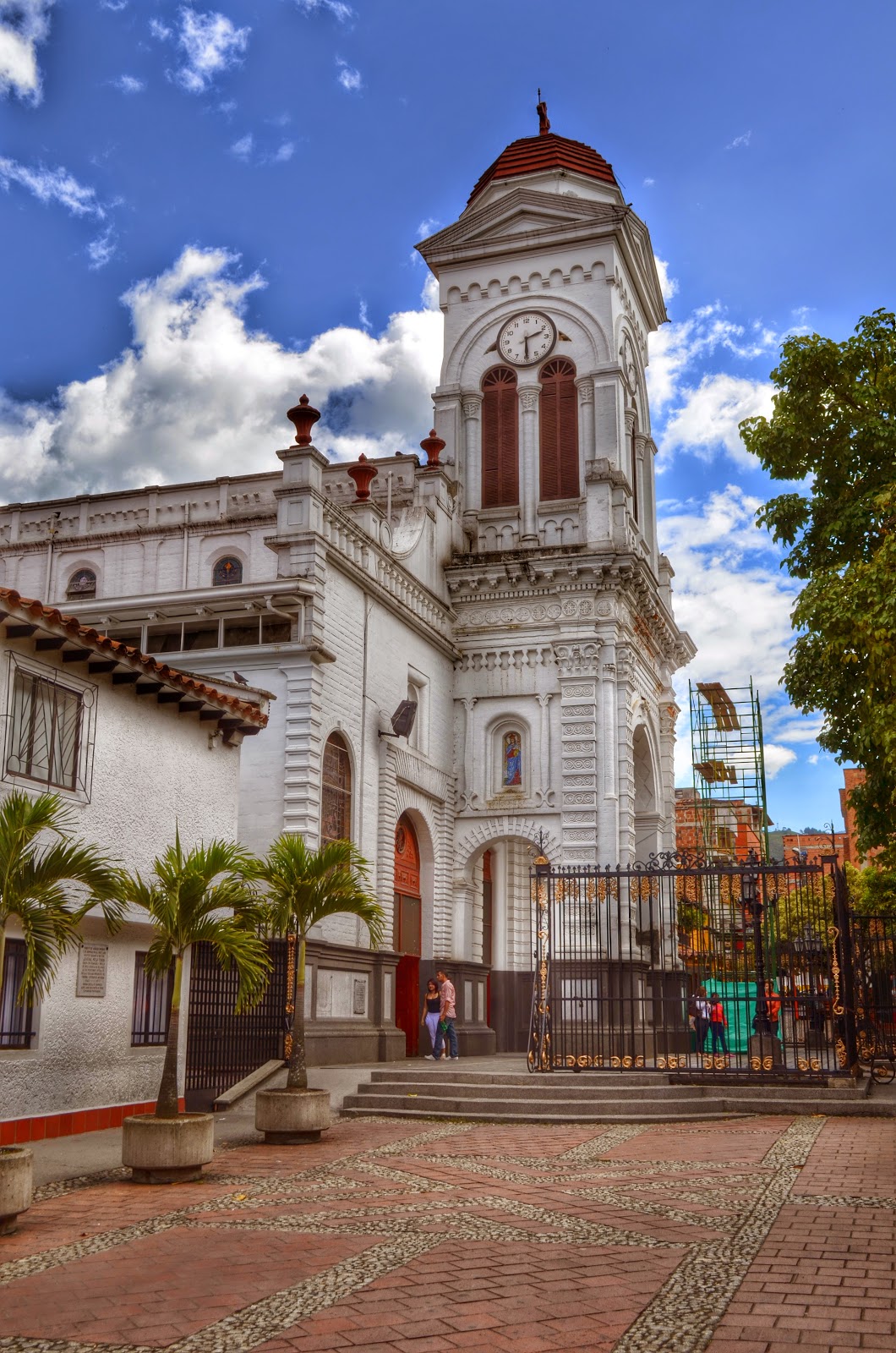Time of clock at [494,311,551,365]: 2:29
